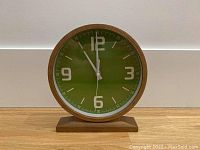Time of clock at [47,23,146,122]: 10:59
